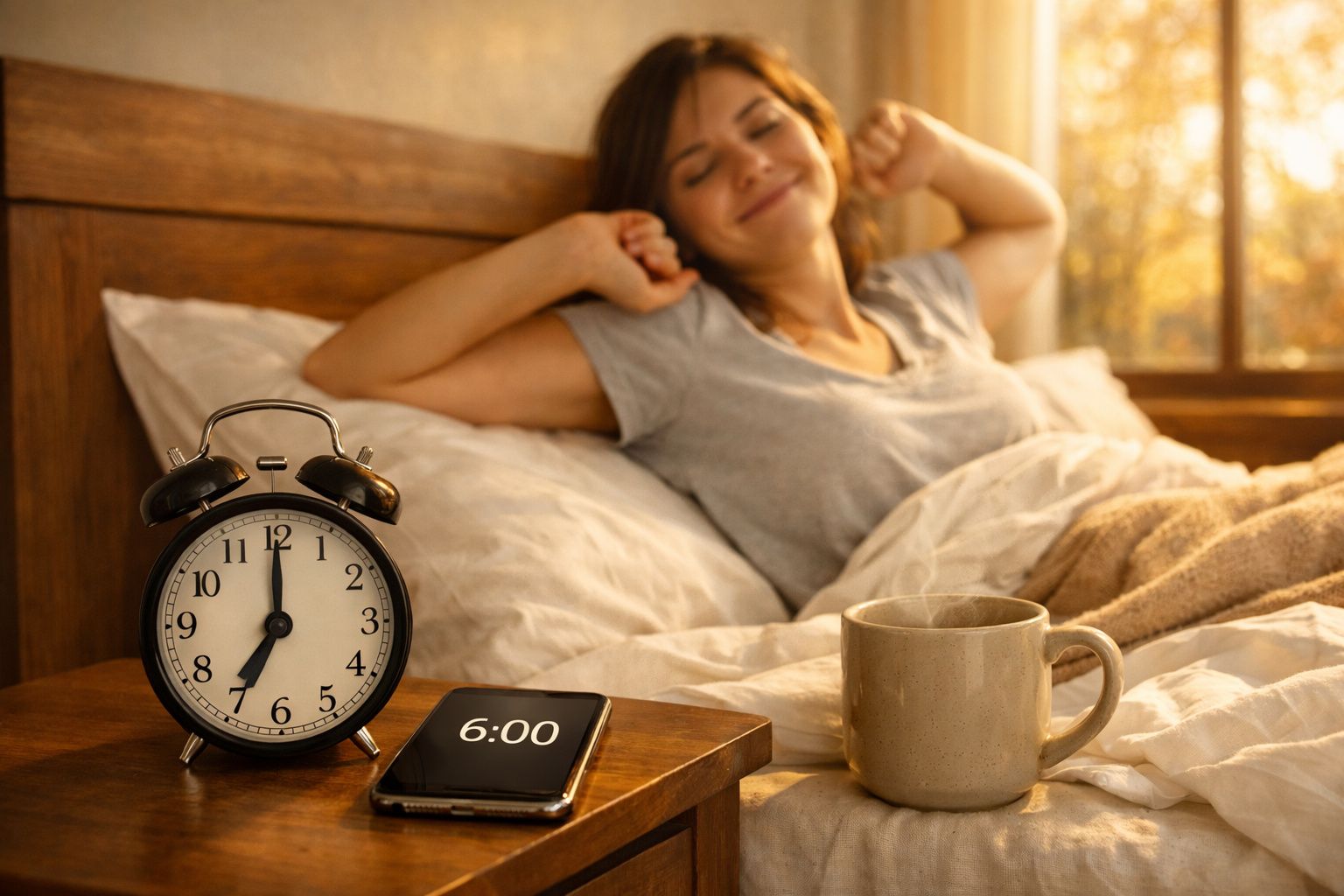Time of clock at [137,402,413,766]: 7:00
